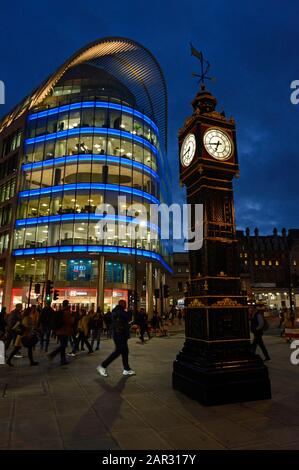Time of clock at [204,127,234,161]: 6:43
